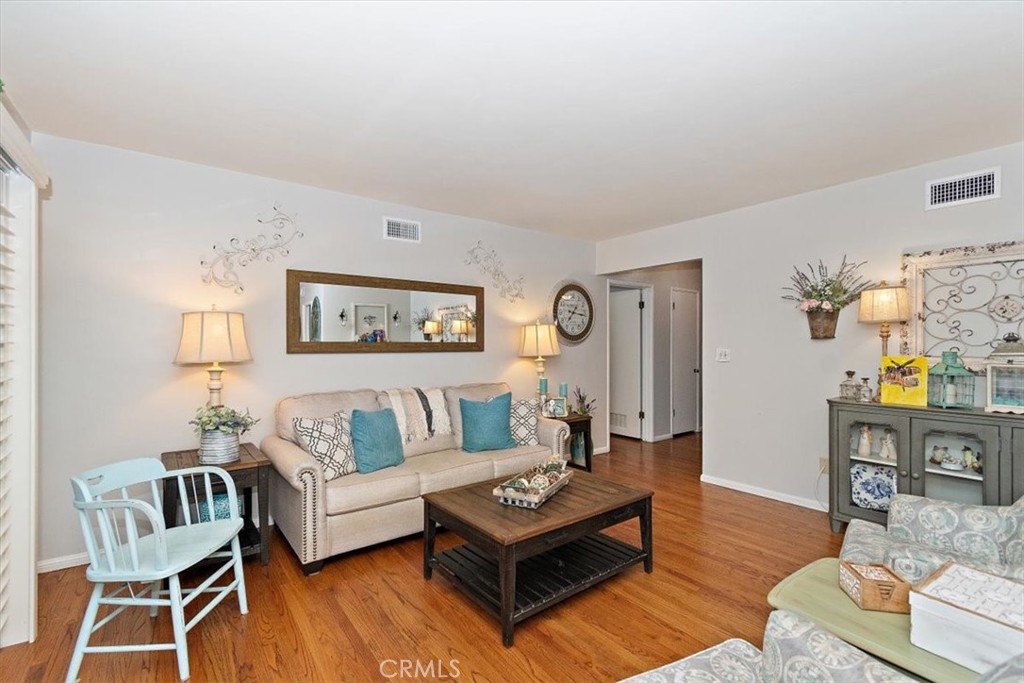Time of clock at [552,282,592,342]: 7:16
